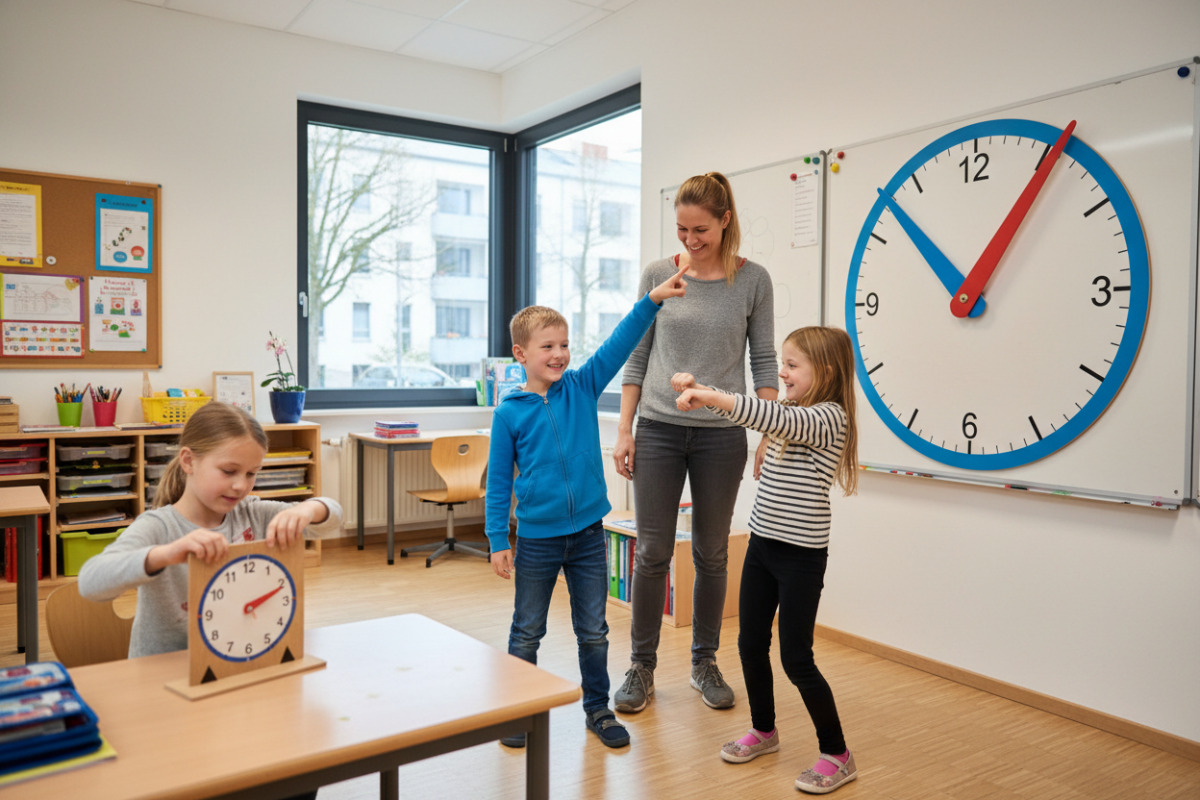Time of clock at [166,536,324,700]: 2:11
